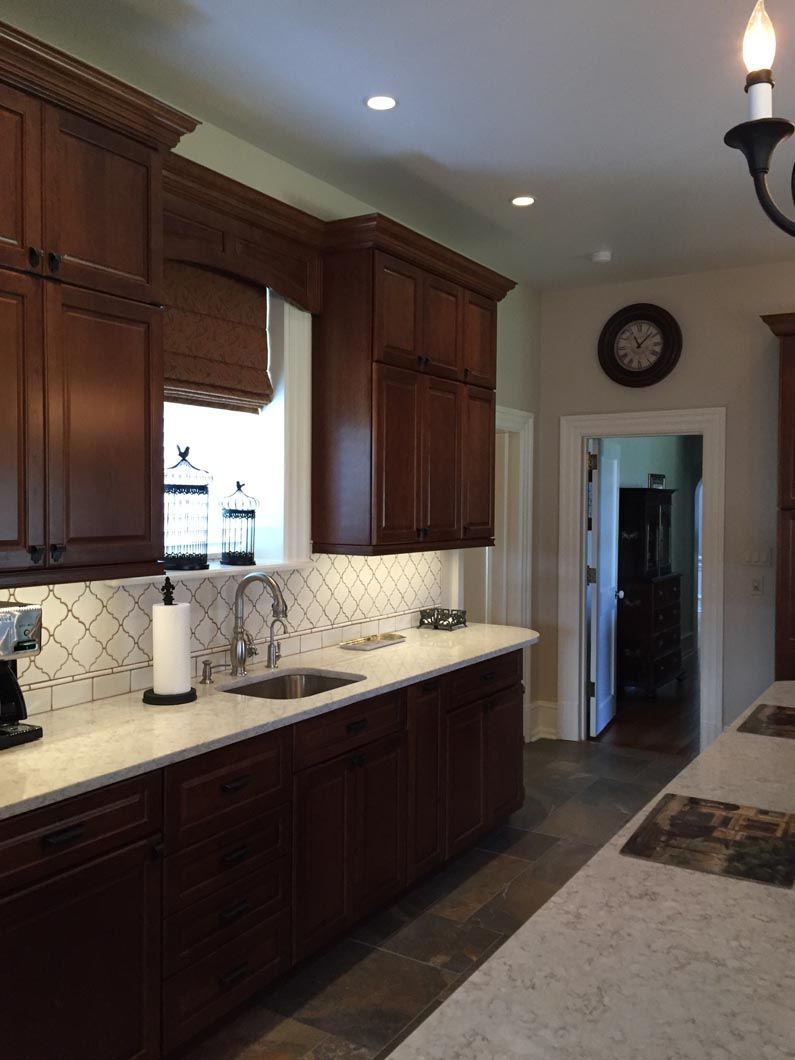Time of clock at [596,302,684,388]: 11:07
